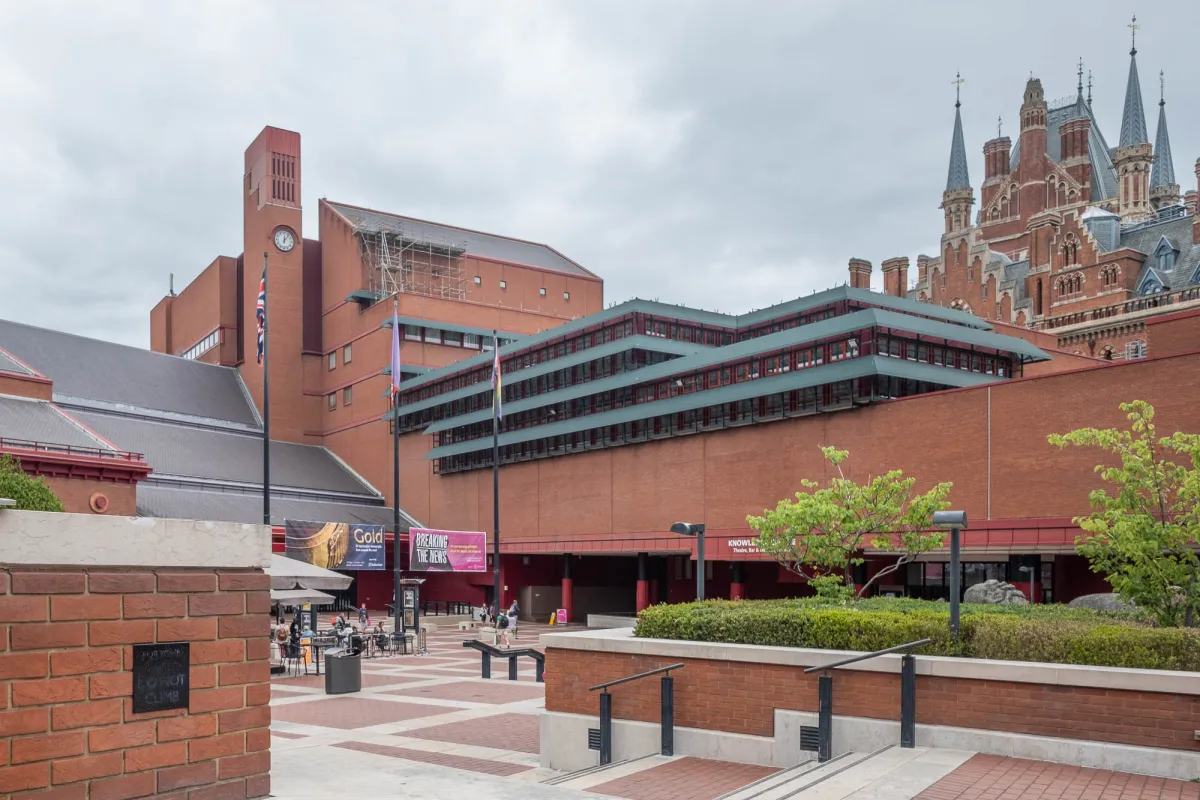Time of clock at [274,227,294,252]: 12:06
